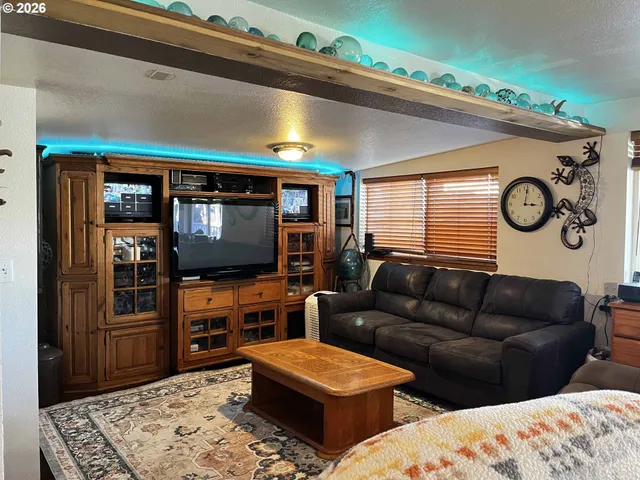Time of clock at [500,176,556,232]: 3:01
